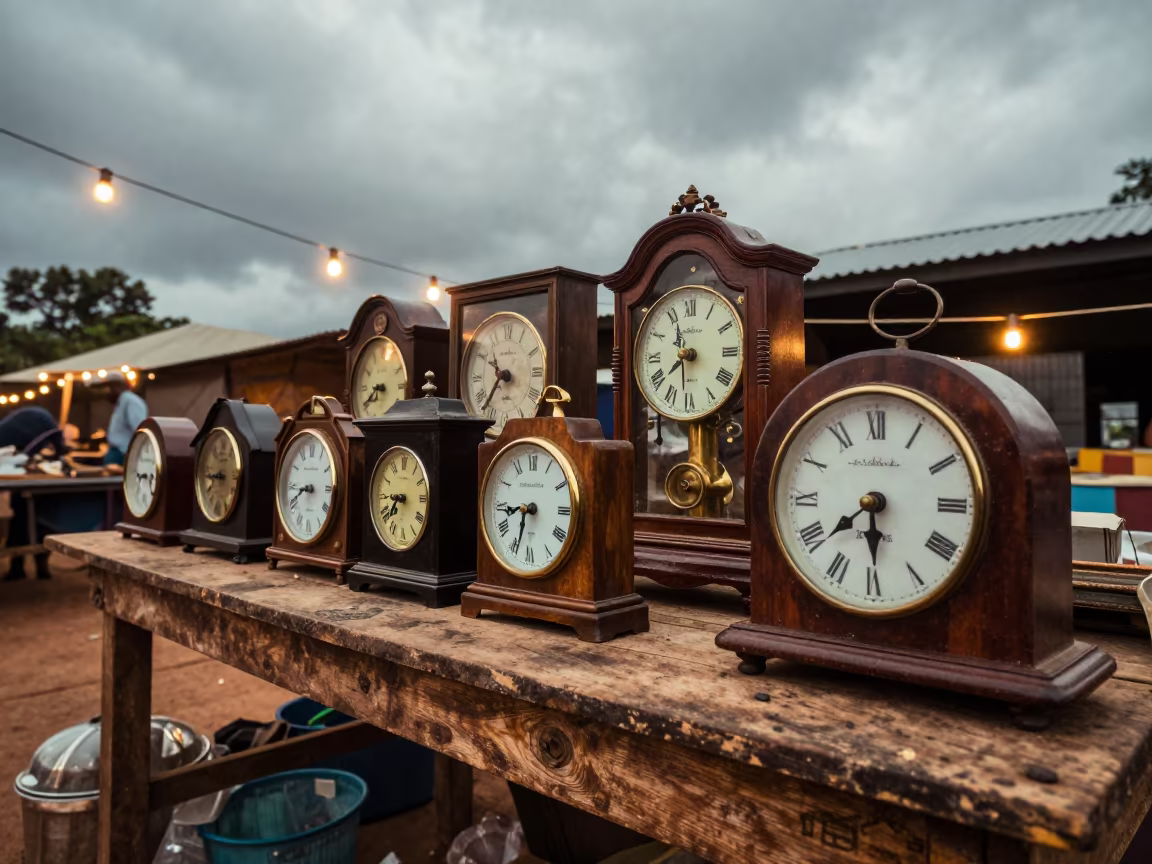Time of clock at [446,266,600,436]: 10:36
